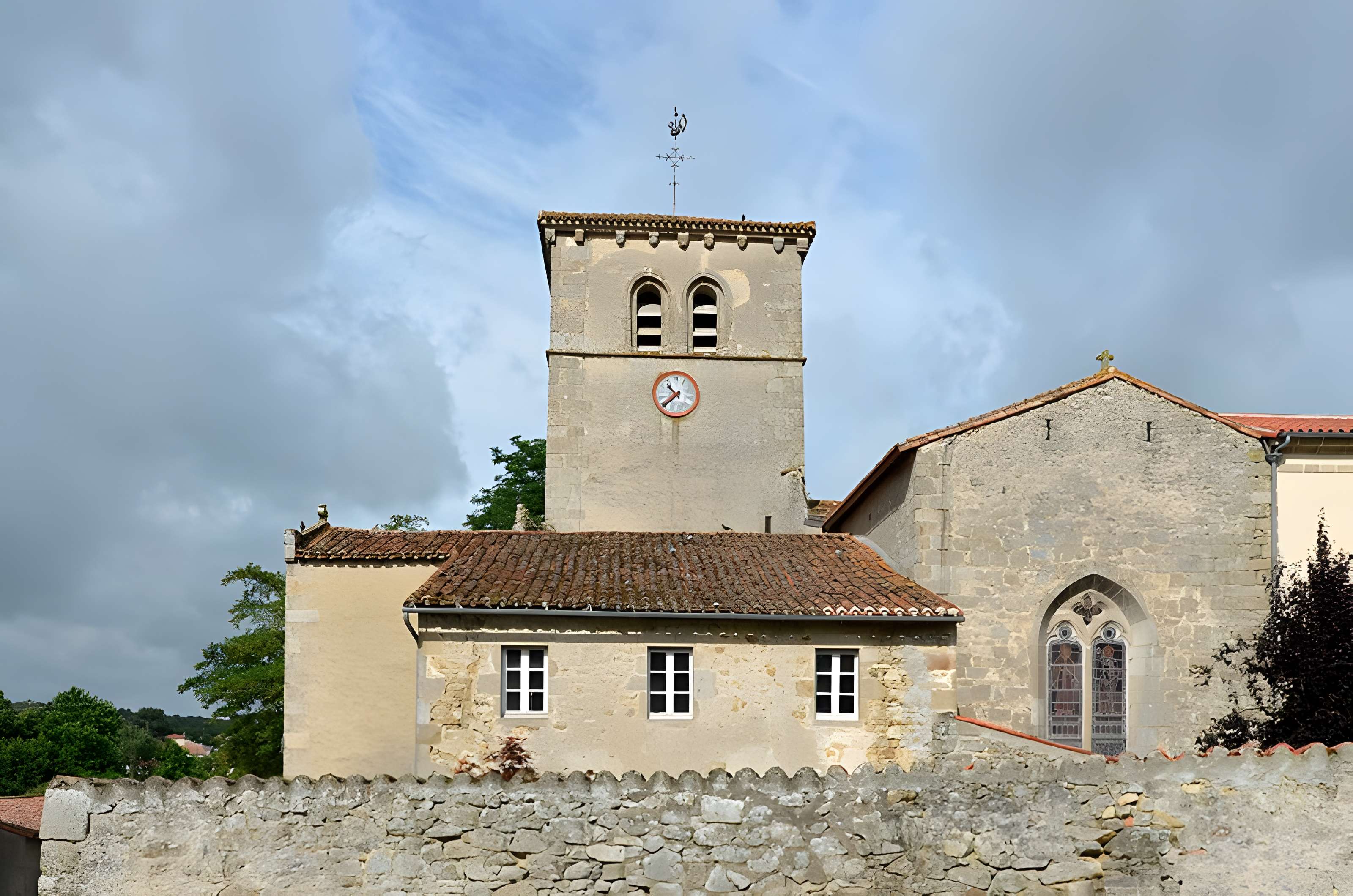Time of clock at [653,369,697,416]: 10:38
